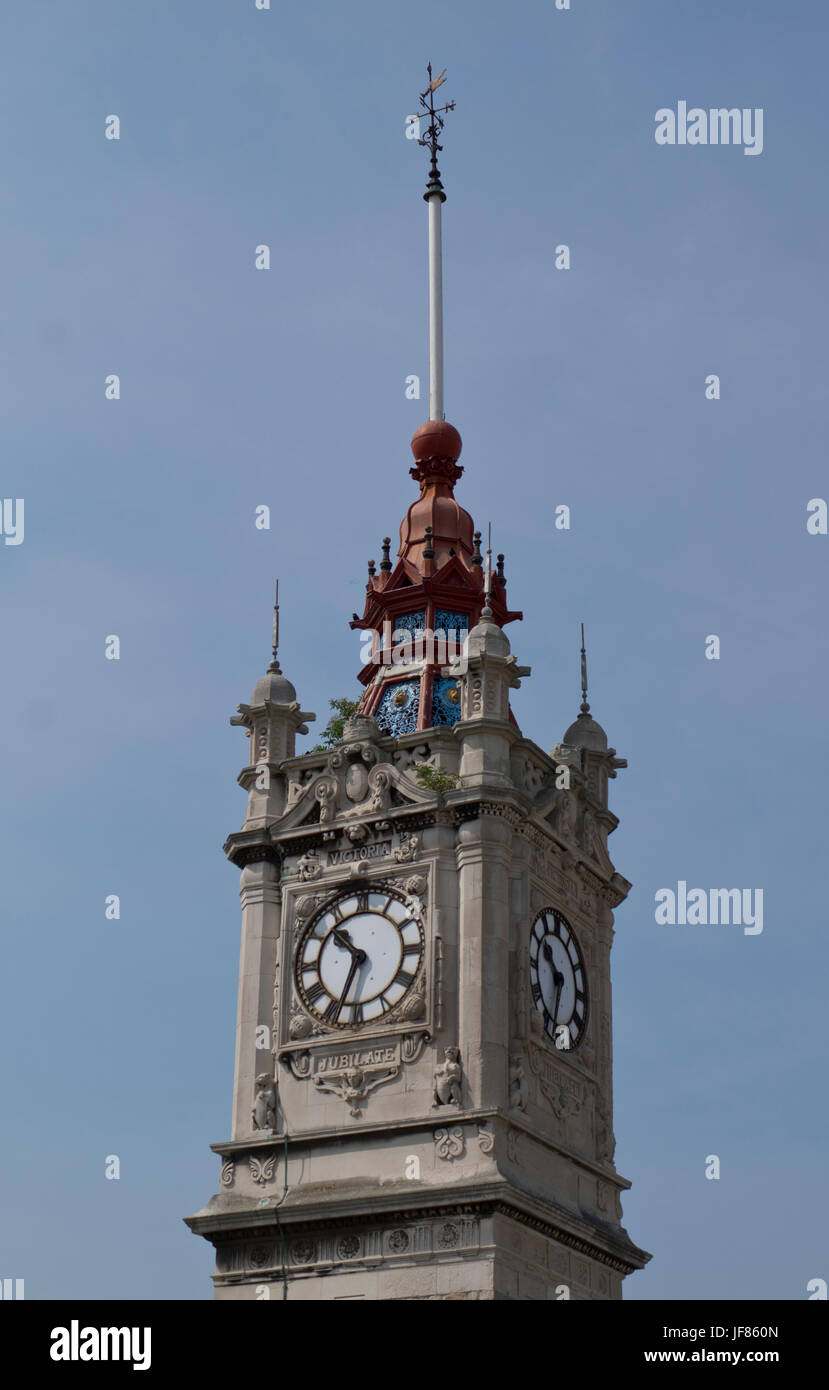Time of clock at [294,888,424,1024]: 10:34
